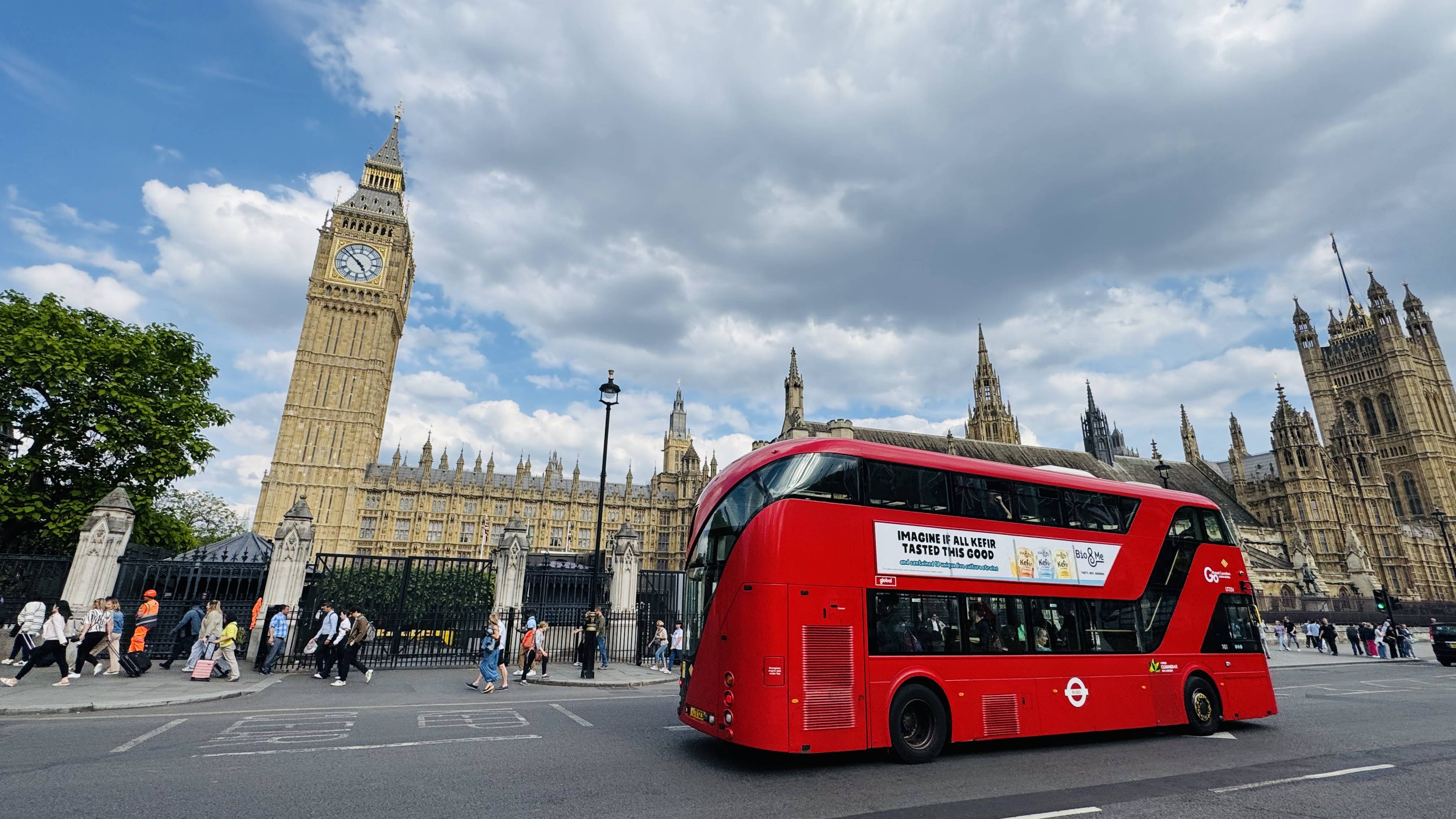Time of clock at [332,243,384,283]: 4:51
